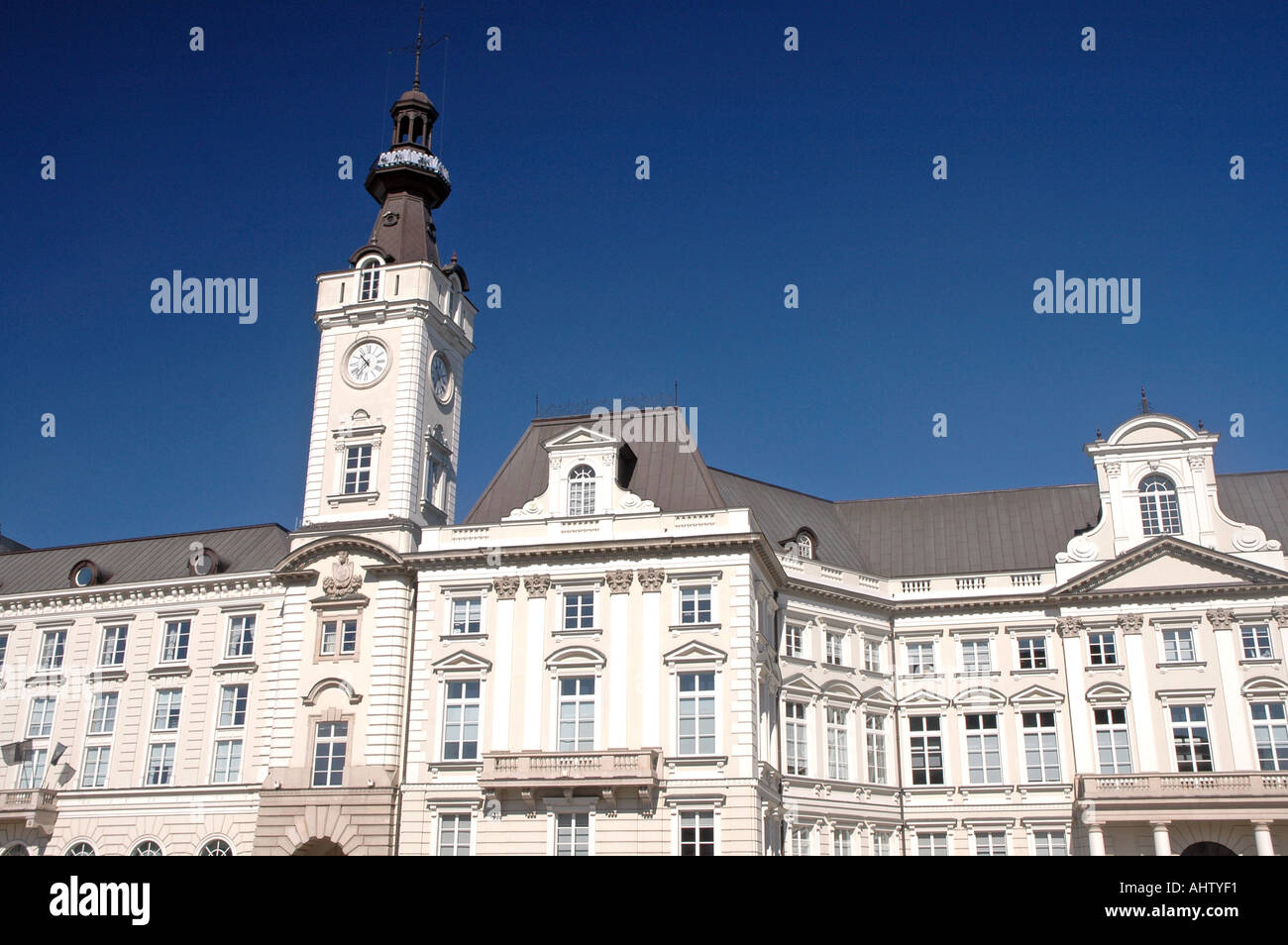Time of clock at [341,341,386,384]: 10:36
